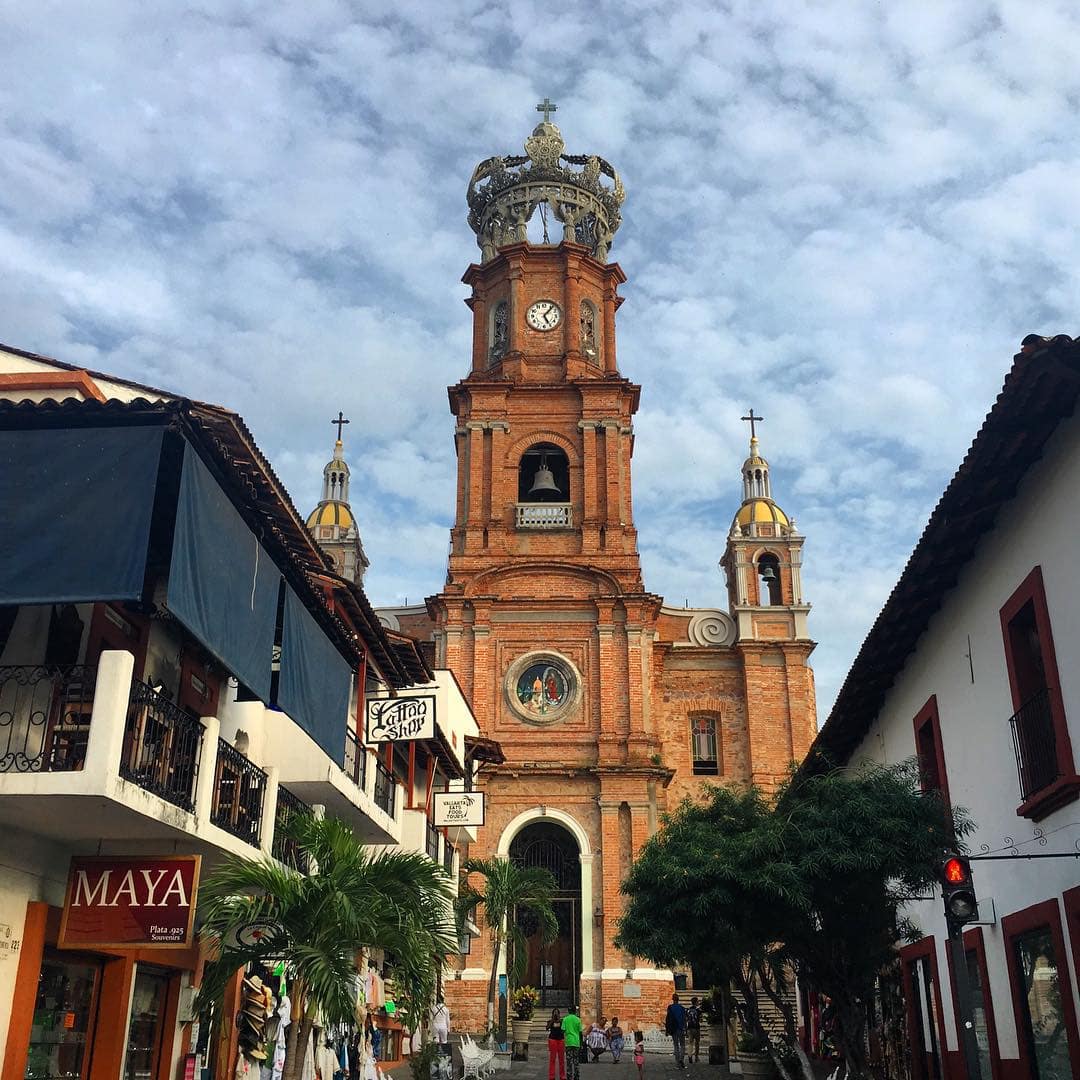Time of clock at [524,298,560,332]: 5:06
